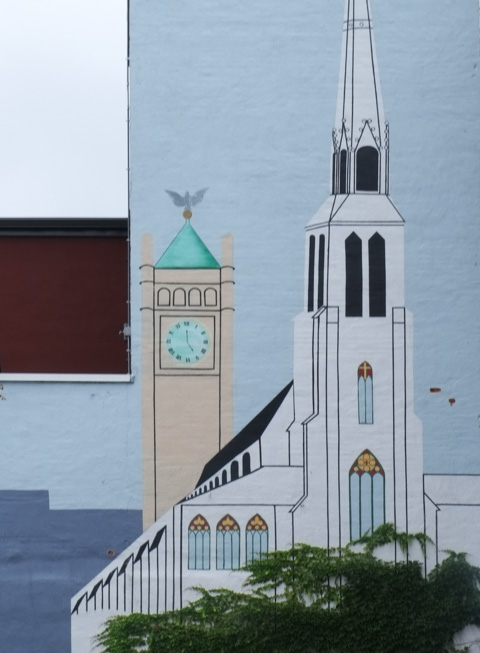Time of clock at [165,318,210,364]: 4:59
